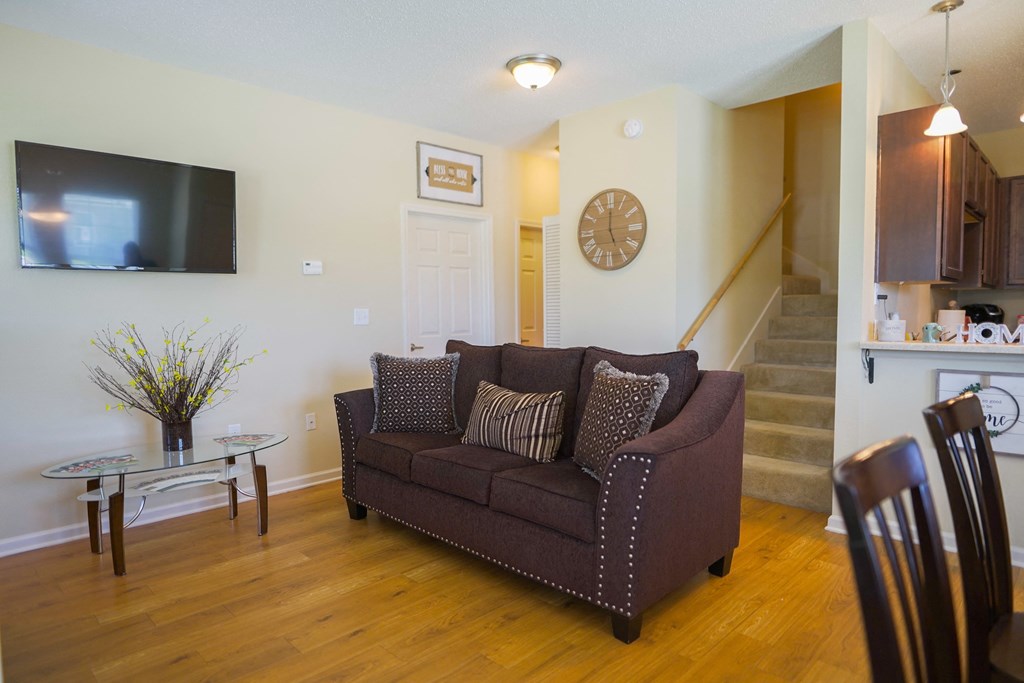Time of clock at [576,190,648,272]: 5:00
